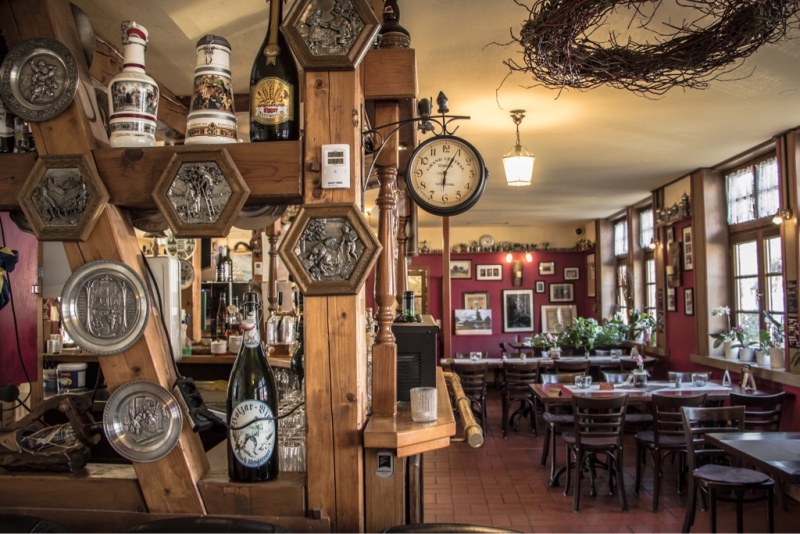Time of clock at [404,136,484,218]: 6:04
